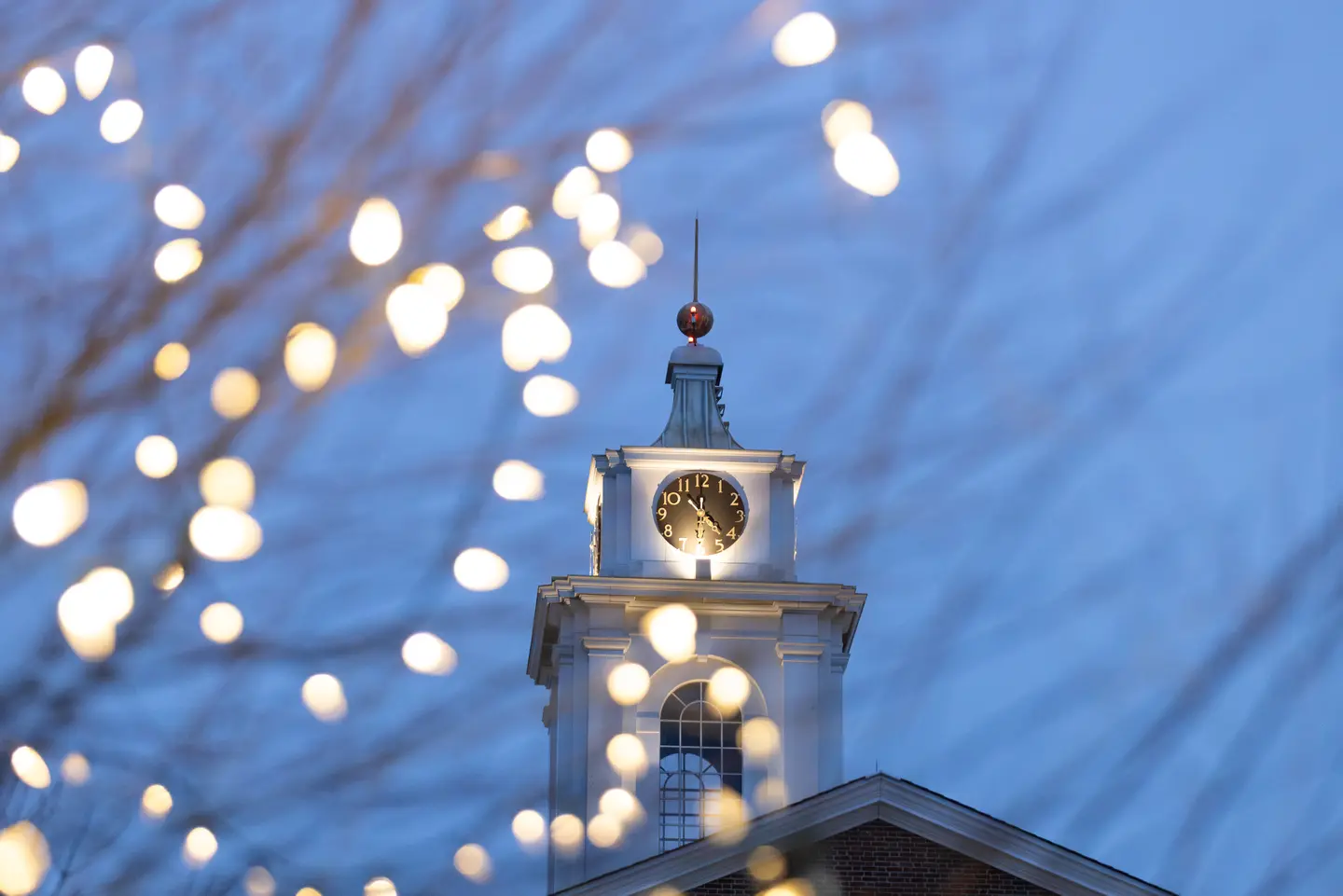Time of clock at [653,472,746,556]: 4:30
